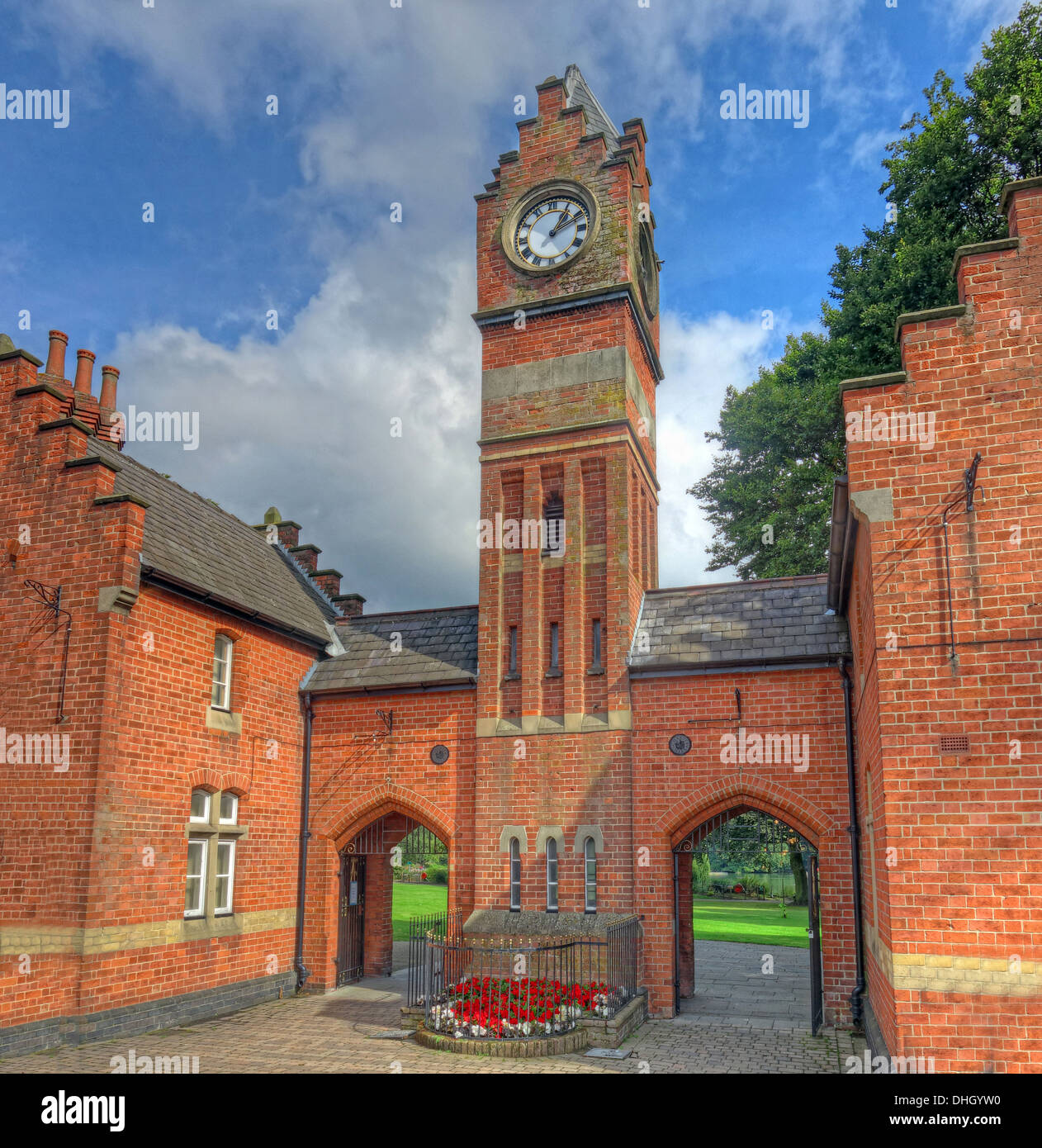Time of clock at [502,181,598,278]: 1:10
